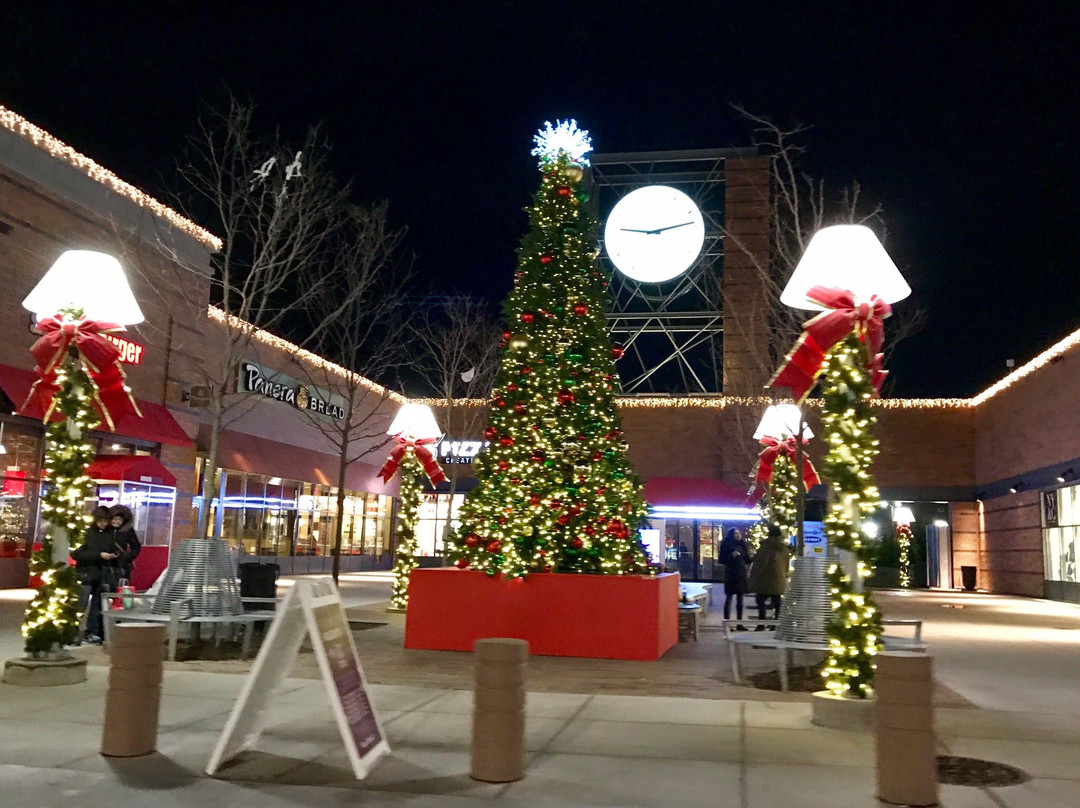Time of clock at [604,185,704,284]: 9:12
